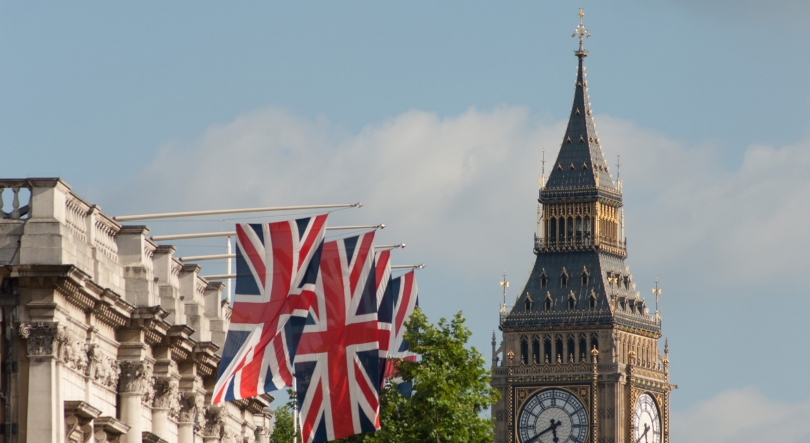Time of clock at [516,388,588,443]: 5:40
